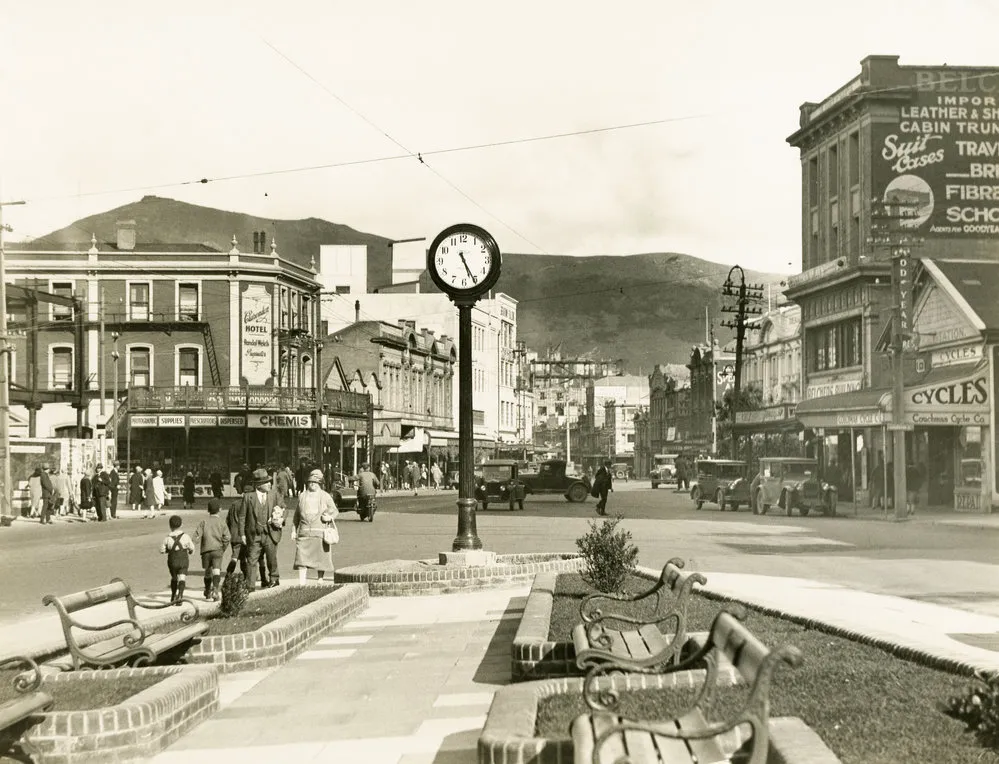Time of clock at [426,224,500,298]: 5:25
